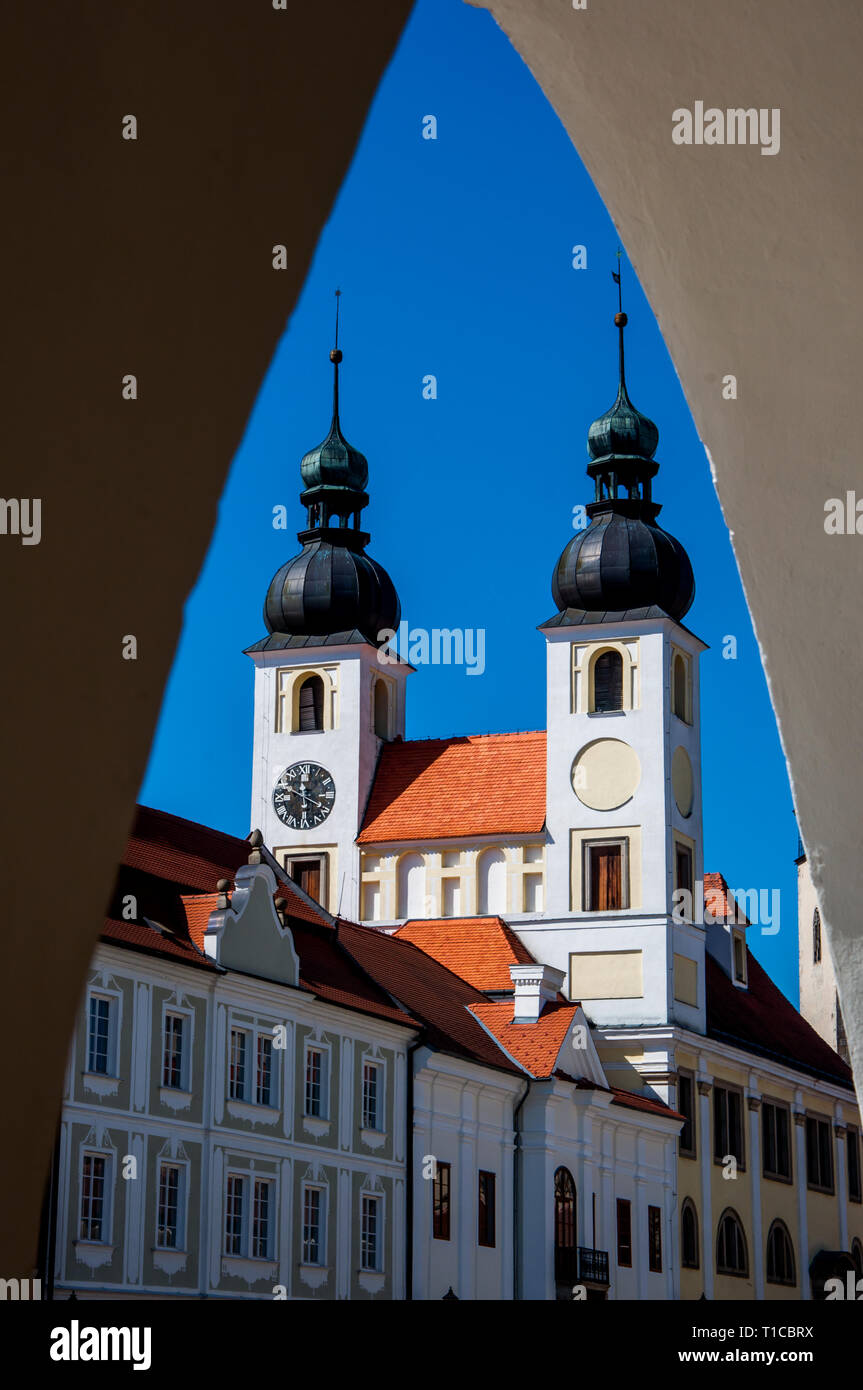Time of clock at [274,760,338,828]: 3:48
